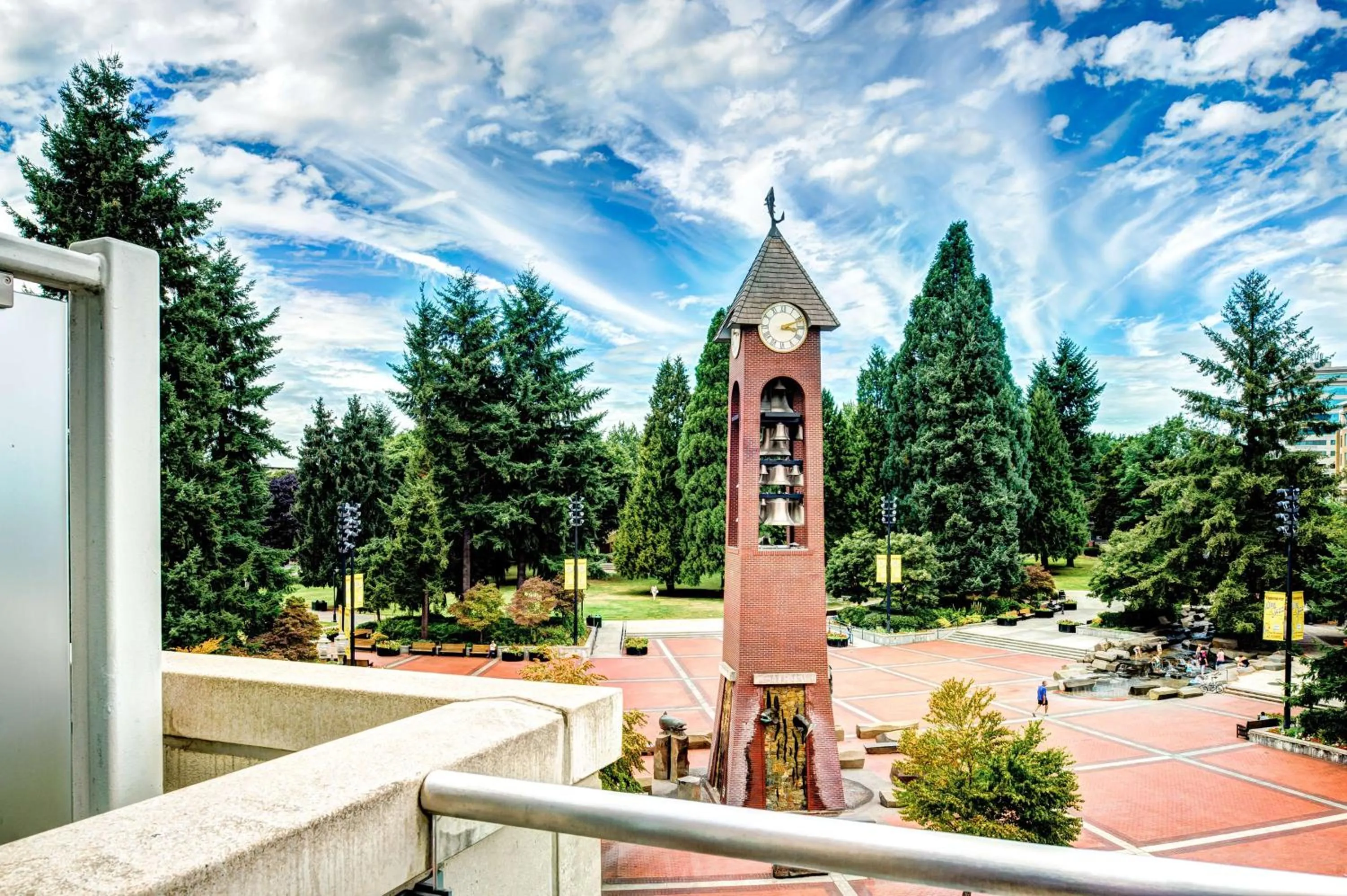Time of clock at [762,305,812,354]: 3:11
